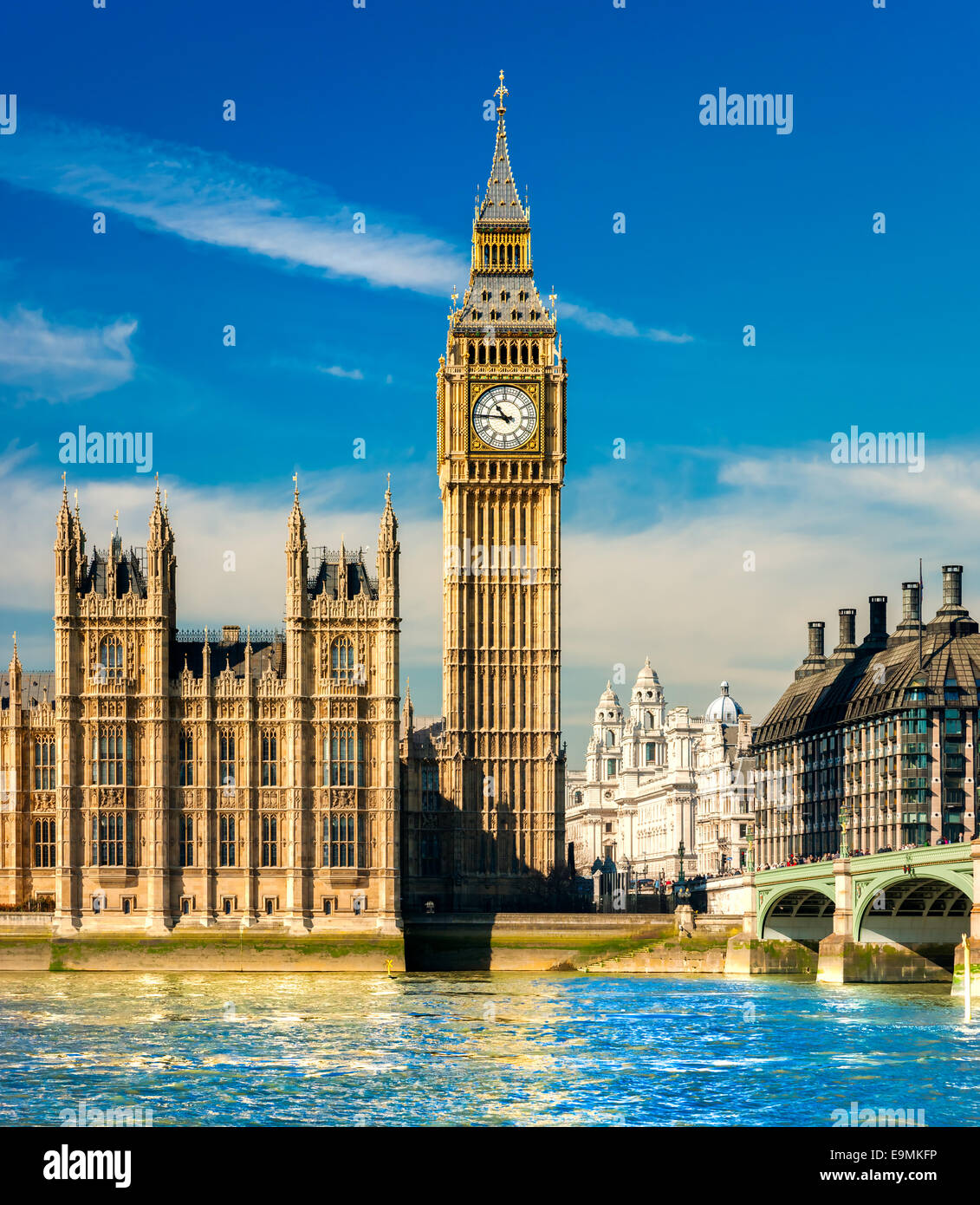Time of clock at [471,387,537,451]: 10:45
